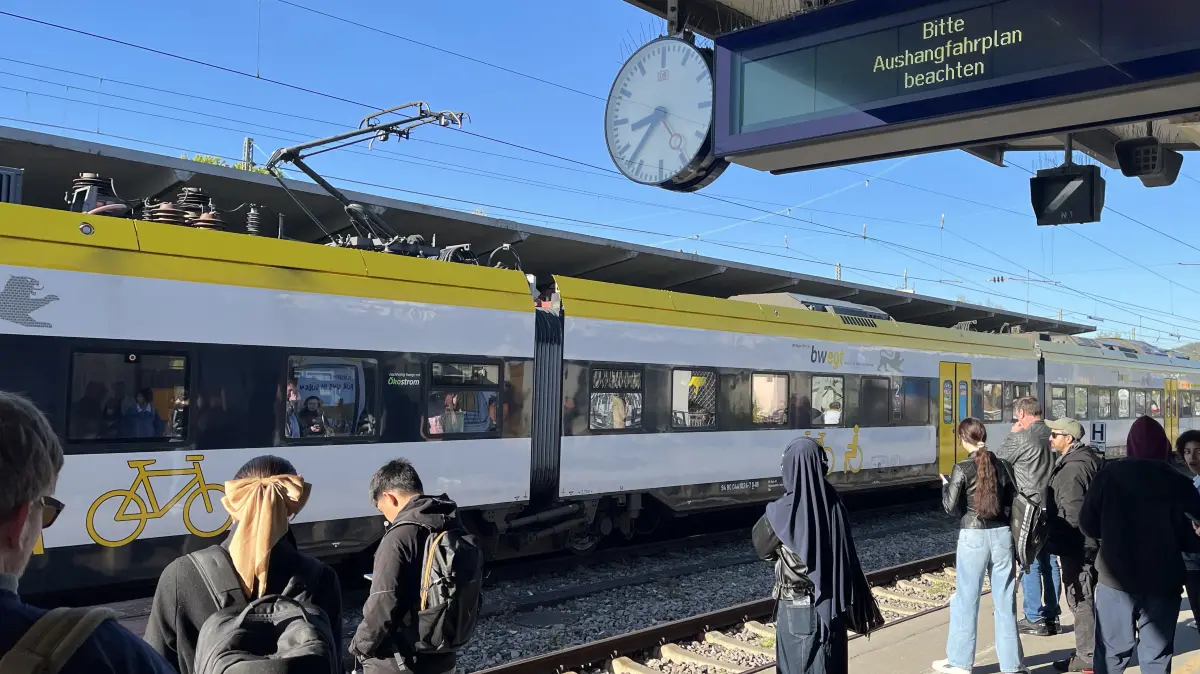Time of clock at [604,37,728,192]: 8:36
